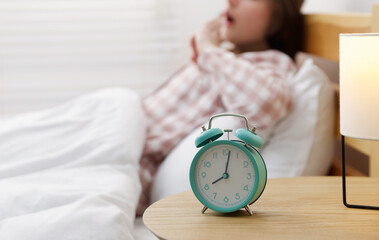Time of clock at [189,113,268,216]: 8:01
